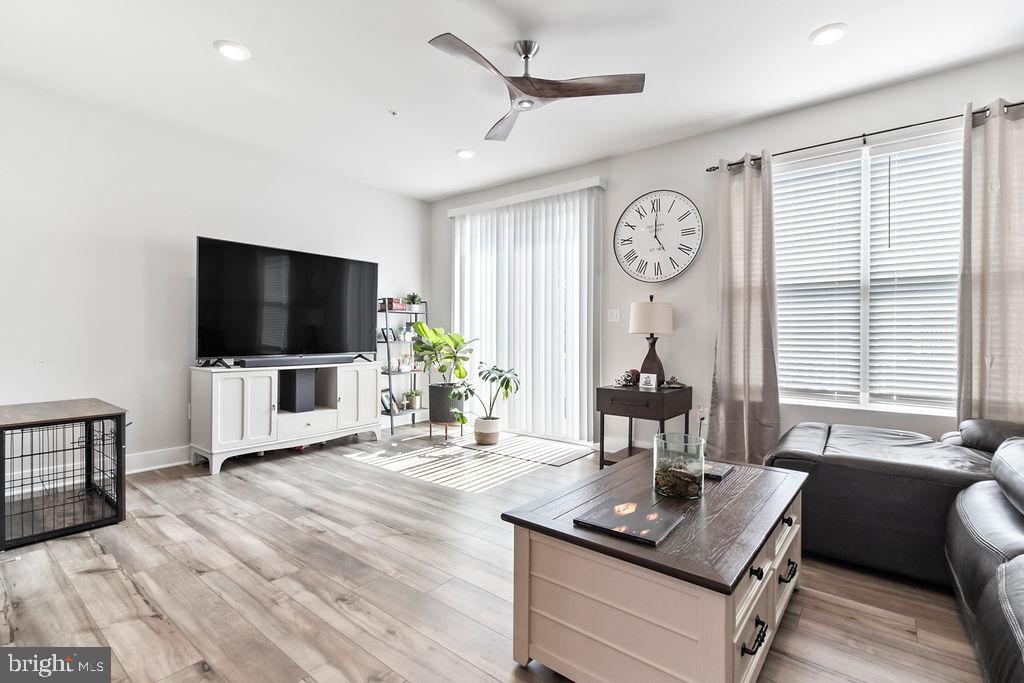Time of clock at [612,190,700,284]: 5:00
